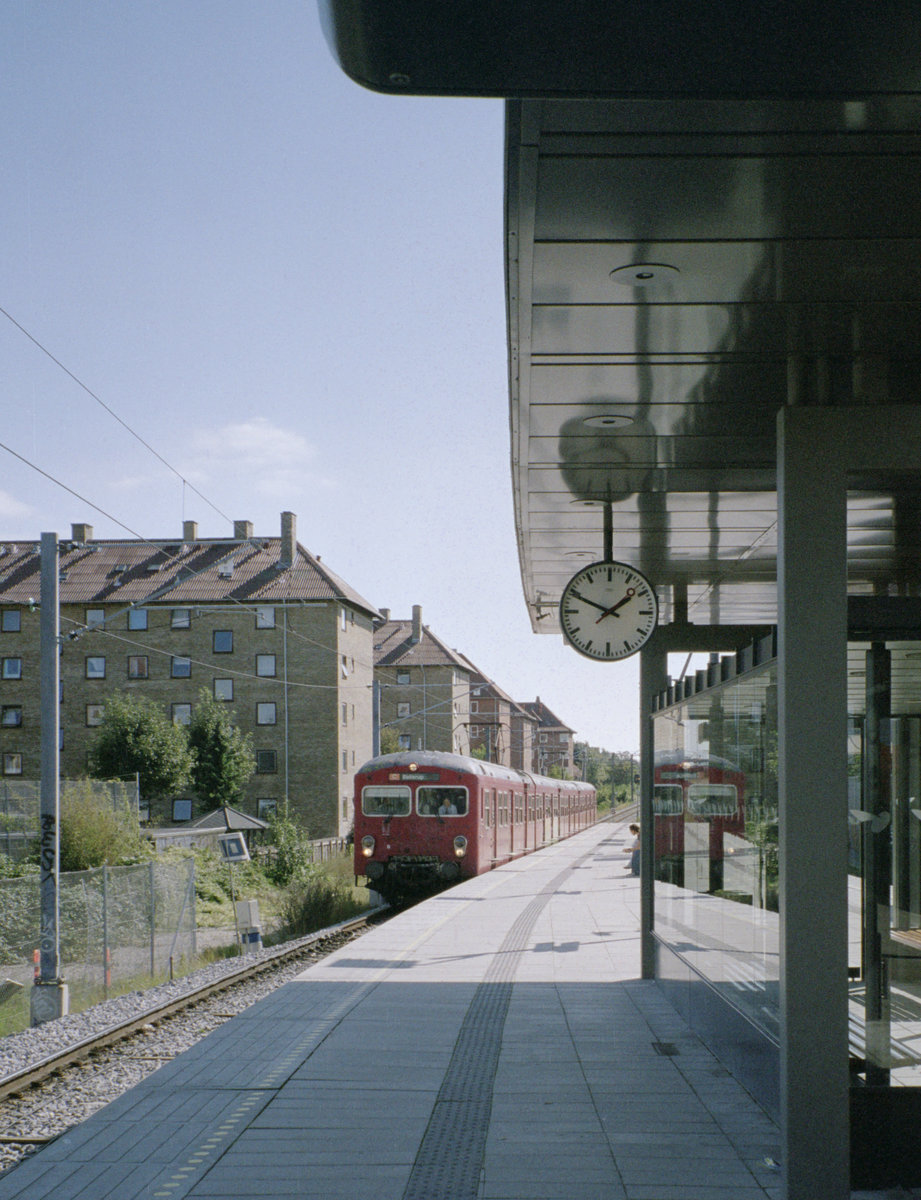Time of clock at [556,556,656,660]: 1:49
